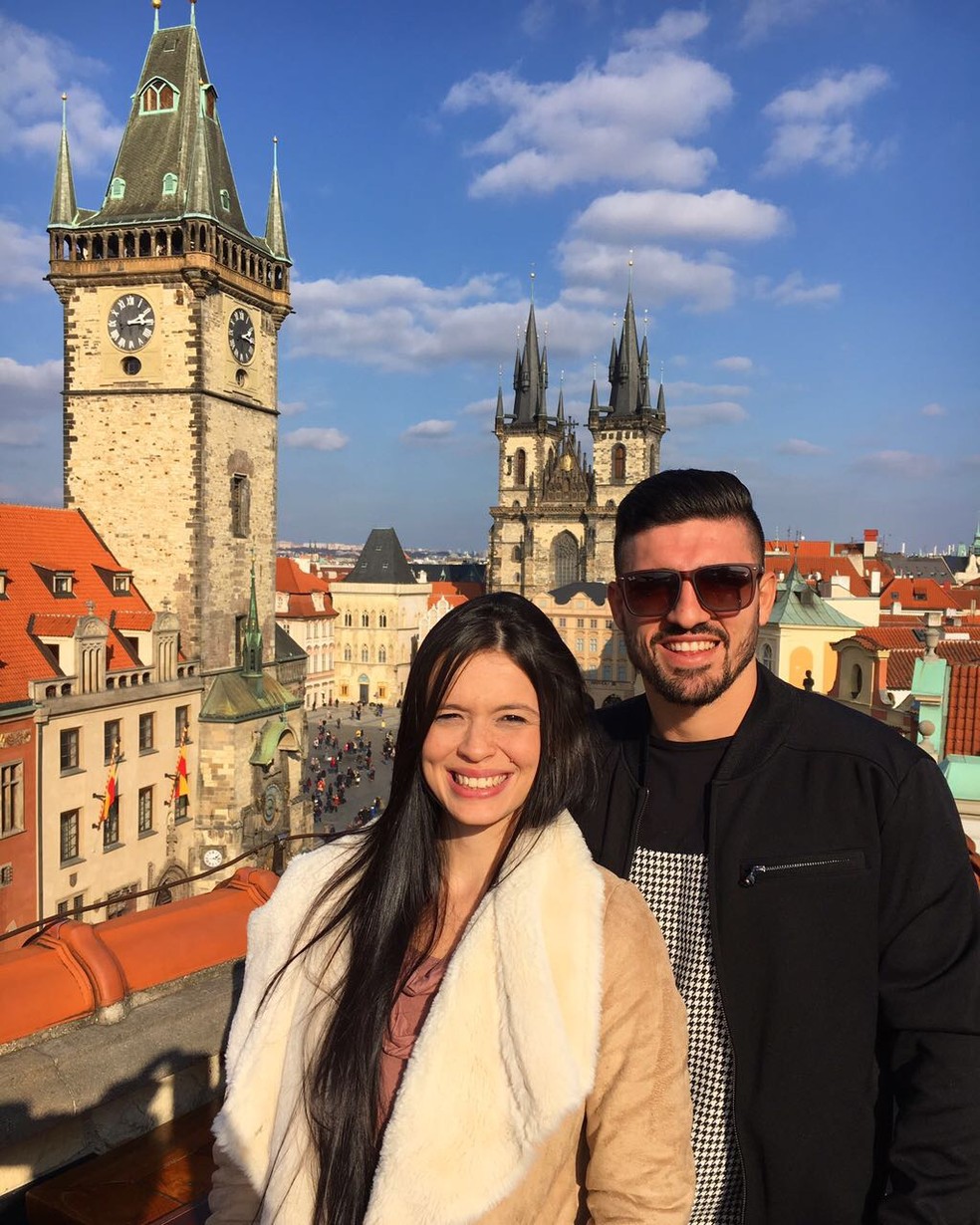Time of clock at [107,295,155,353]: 2:14
